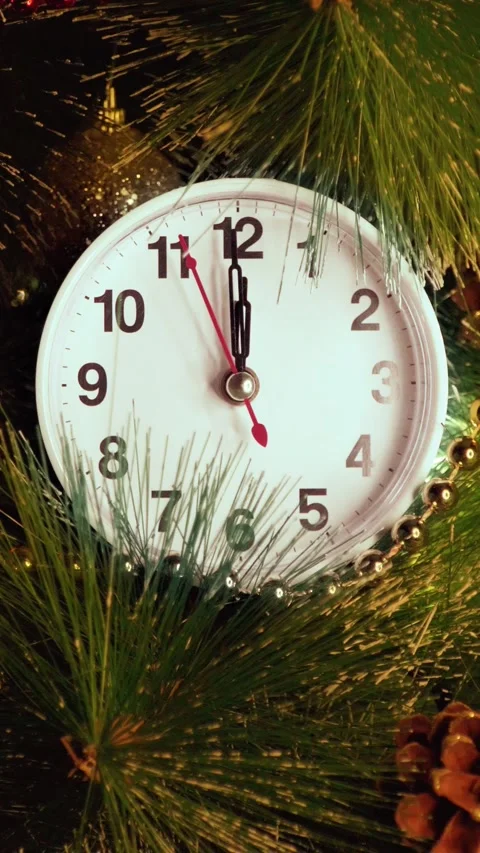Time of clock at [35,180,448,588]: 11:59
